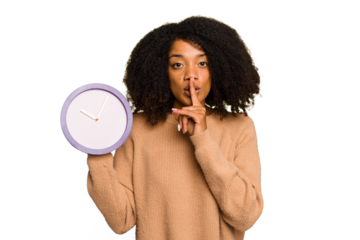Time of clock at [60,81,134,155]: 10:04
